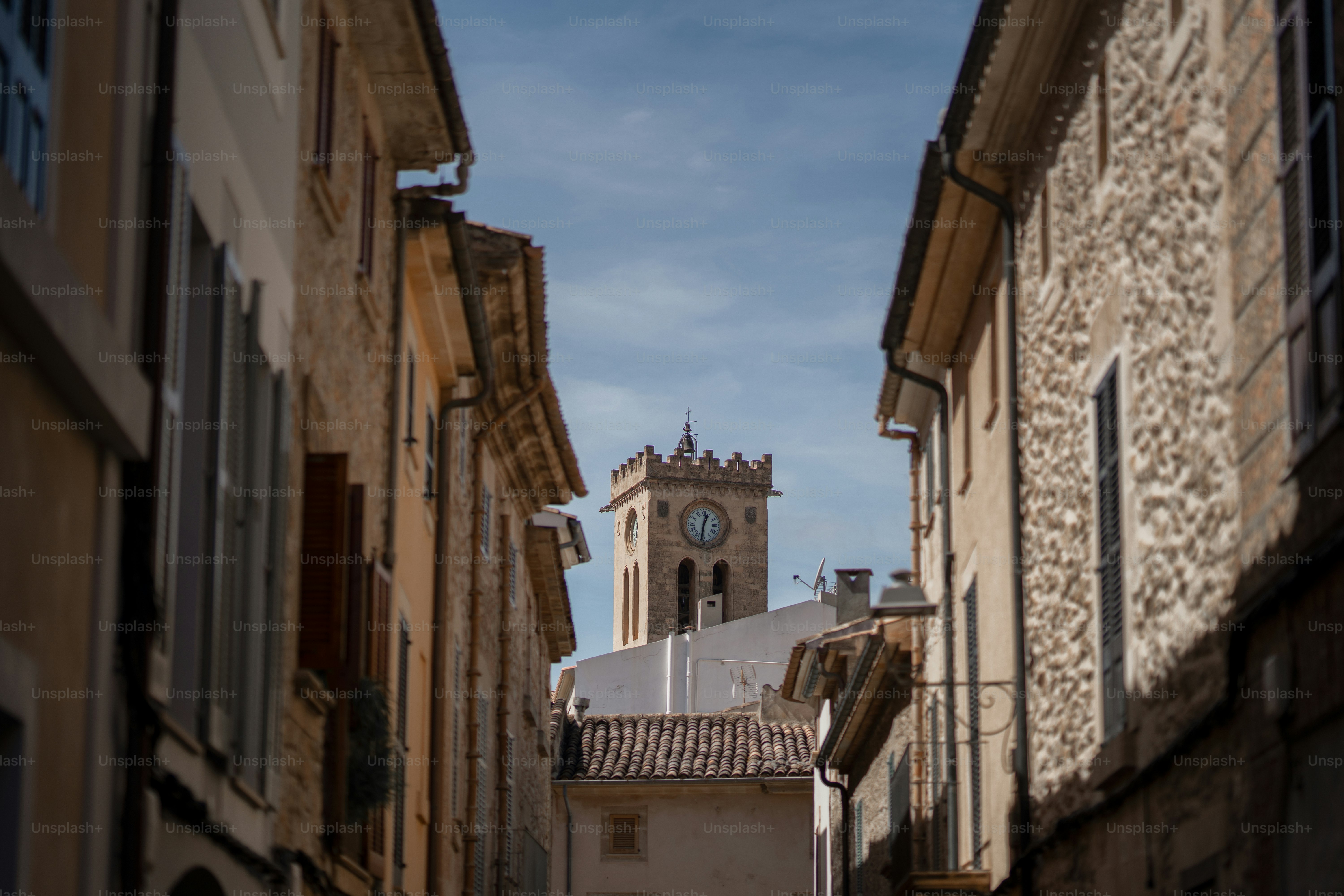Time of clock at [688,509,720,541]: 12:31
